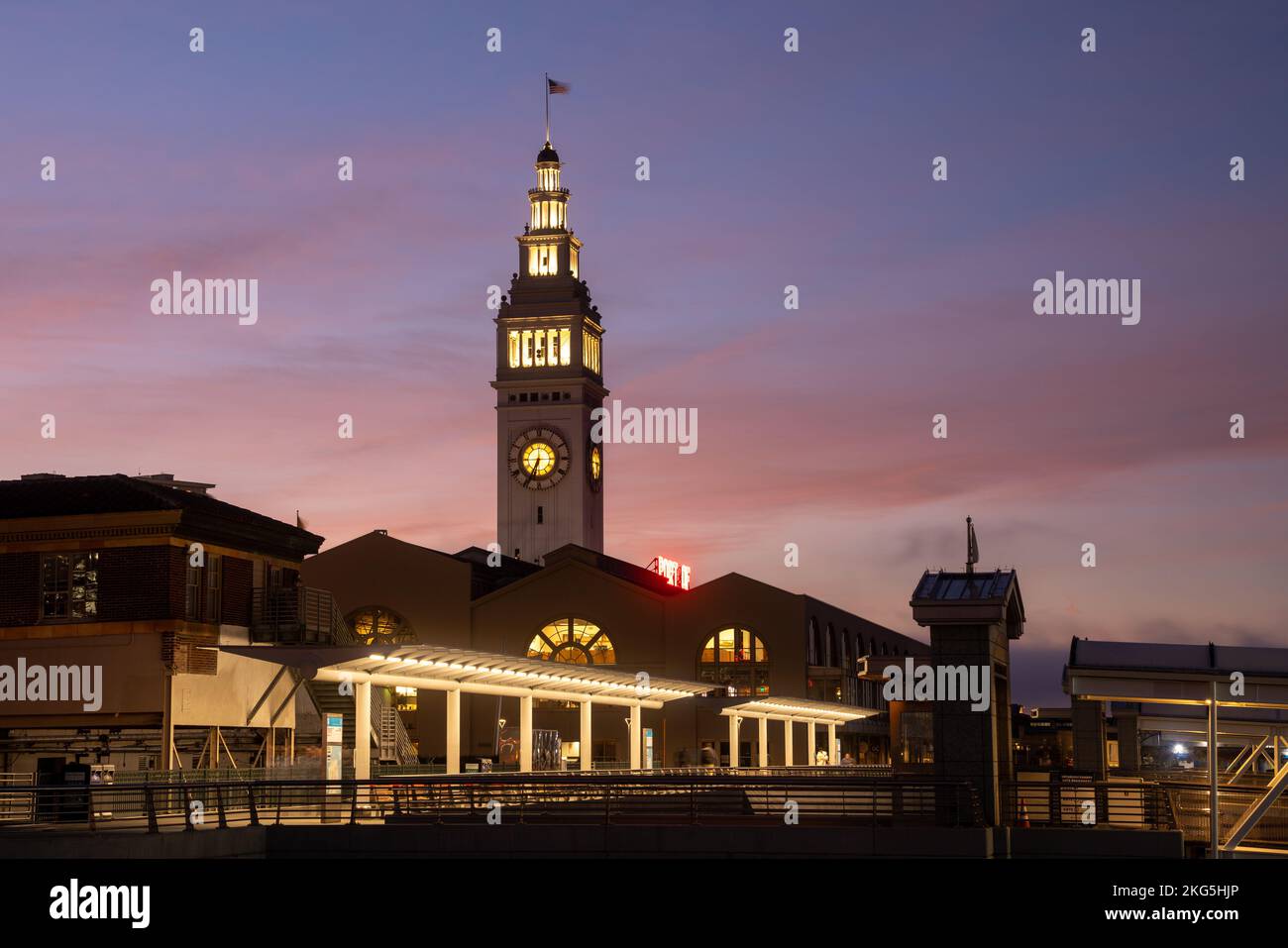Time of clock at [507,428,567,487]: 6:34
